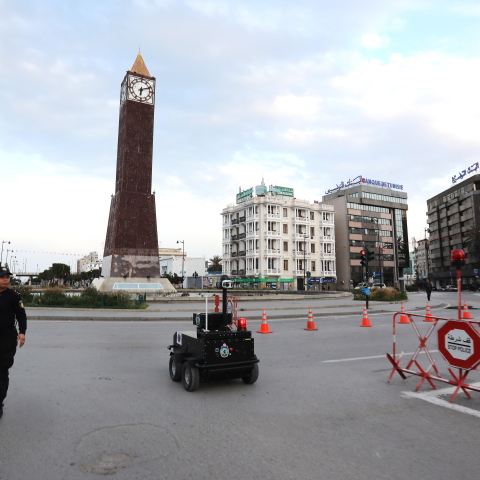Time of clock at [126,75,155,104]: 6:11
